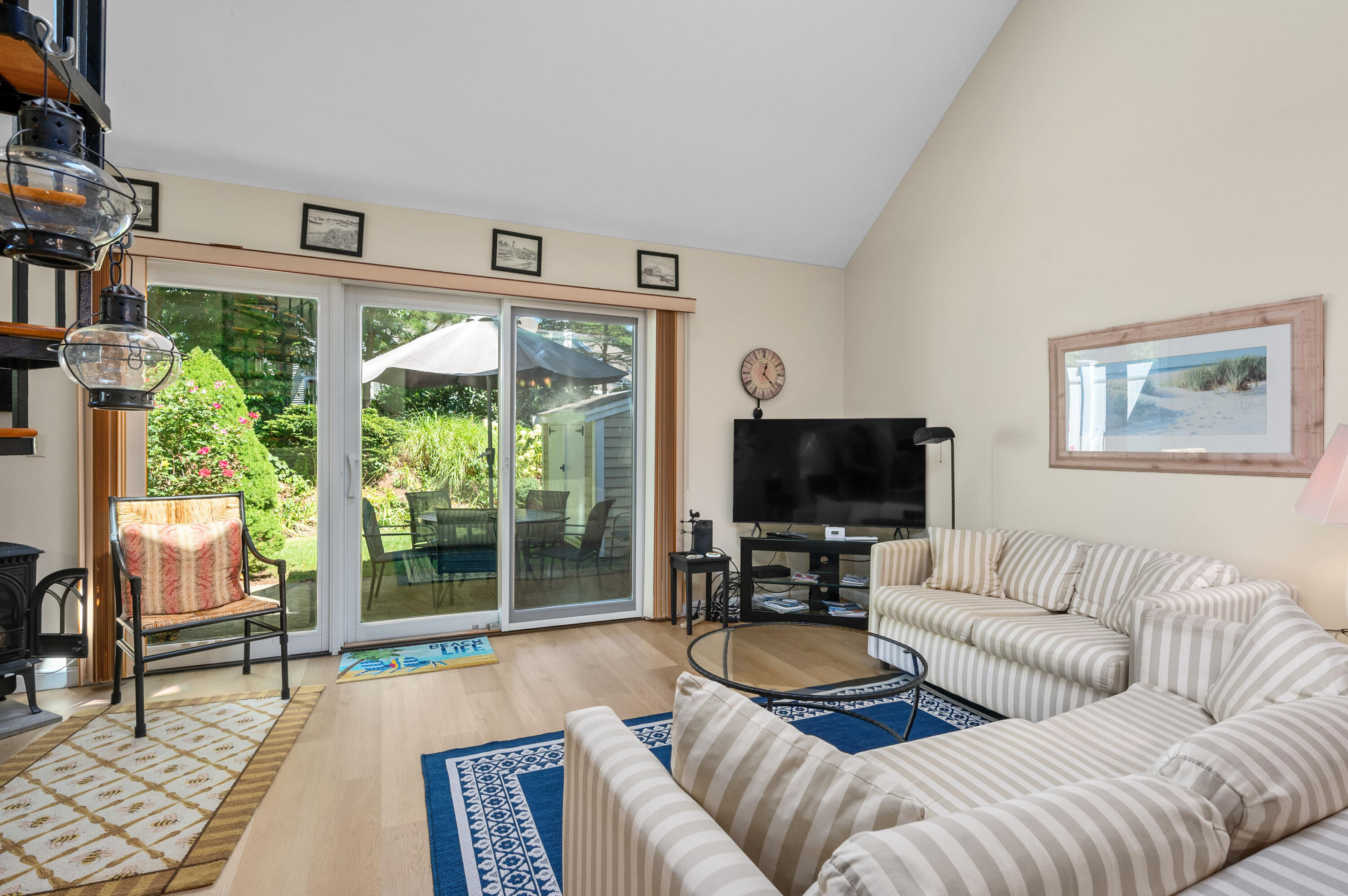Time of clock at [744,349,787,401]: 12:22
